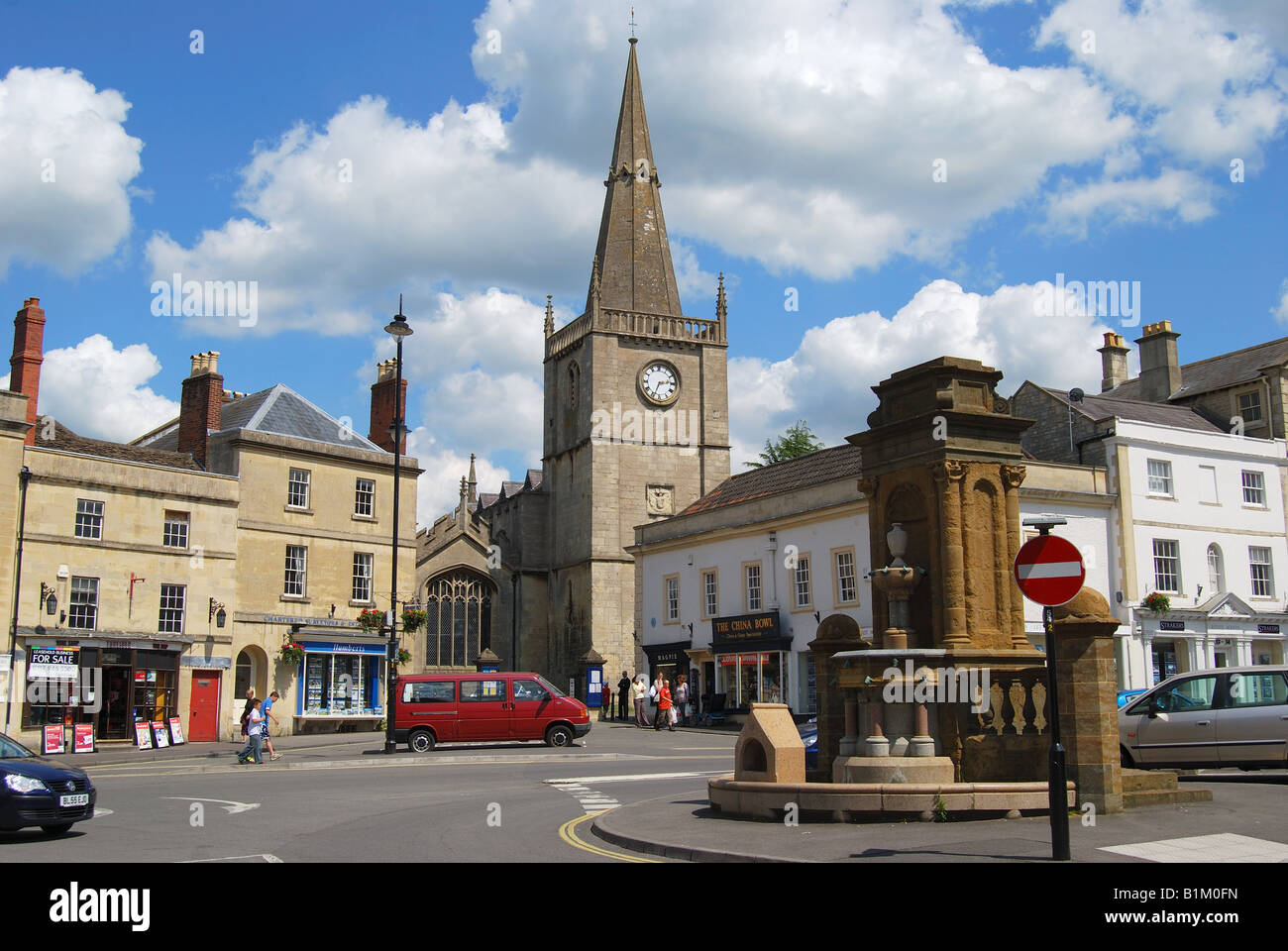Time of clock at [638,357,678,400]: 2:33
